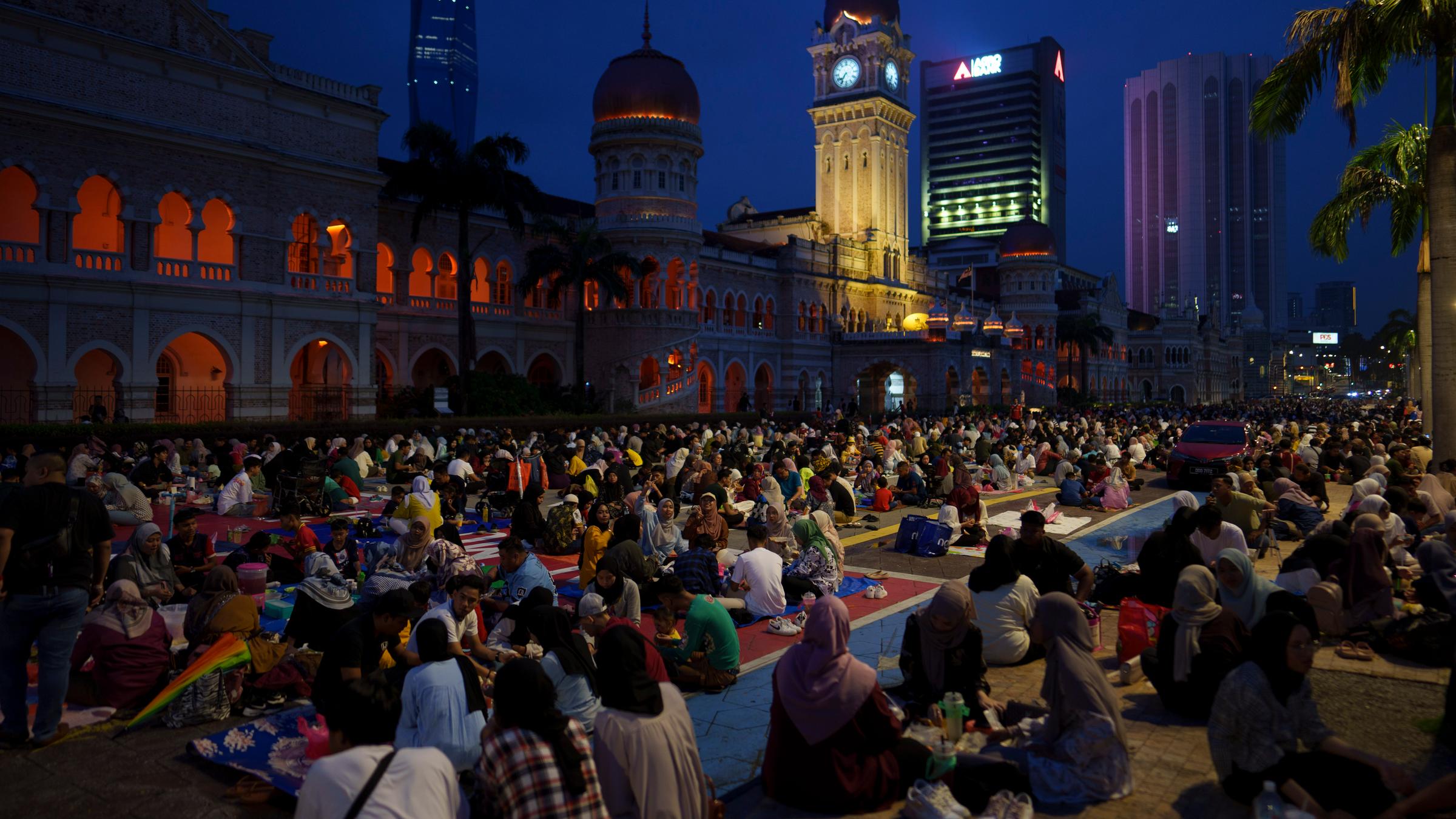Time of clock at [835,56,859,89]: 7:35
